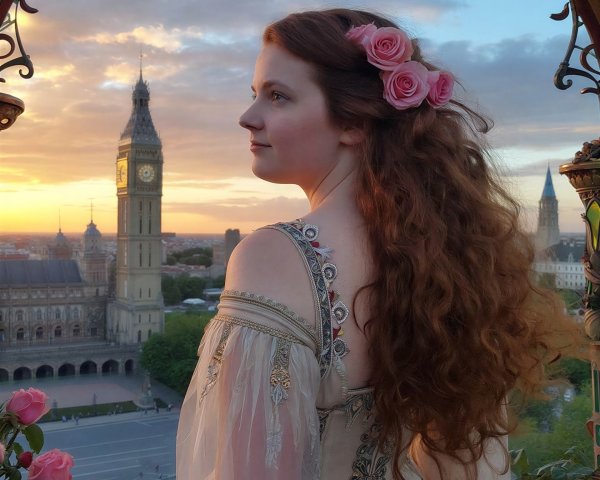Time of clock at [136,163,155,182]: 8:32
